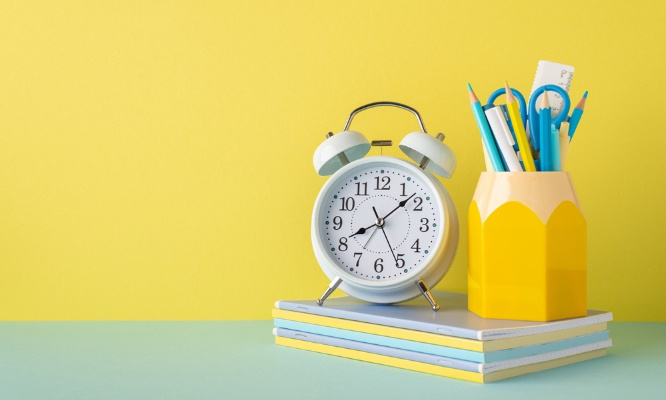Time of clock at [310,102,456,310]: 8:07
